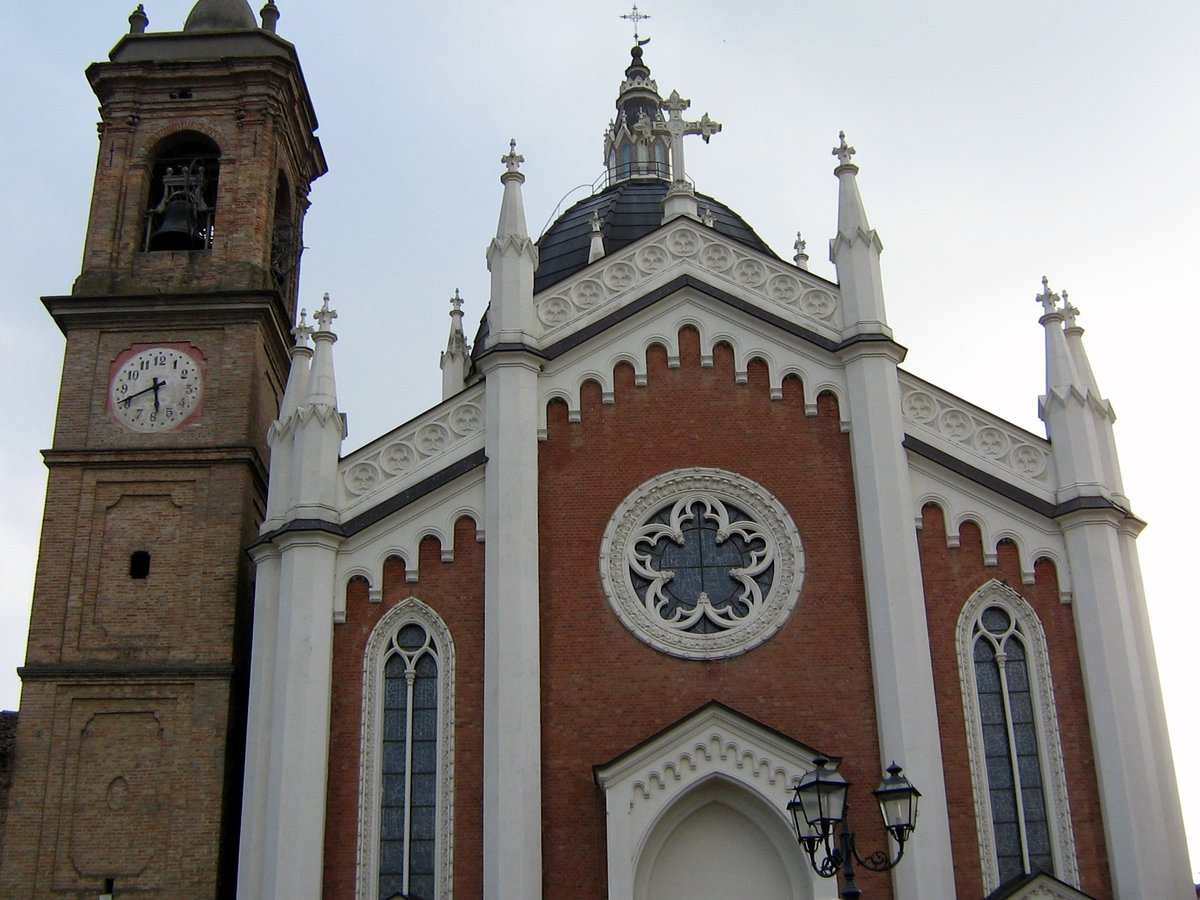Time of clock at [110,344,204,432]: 5:41
